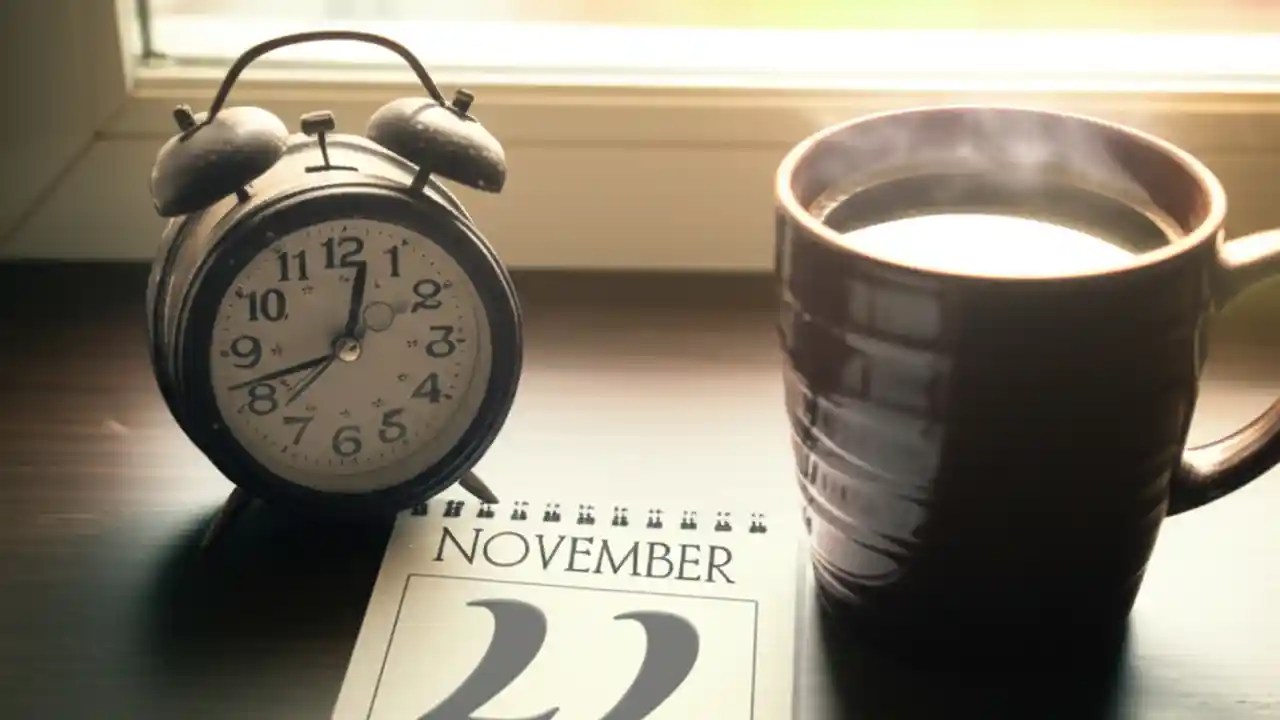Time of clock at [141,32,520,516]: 12:41
